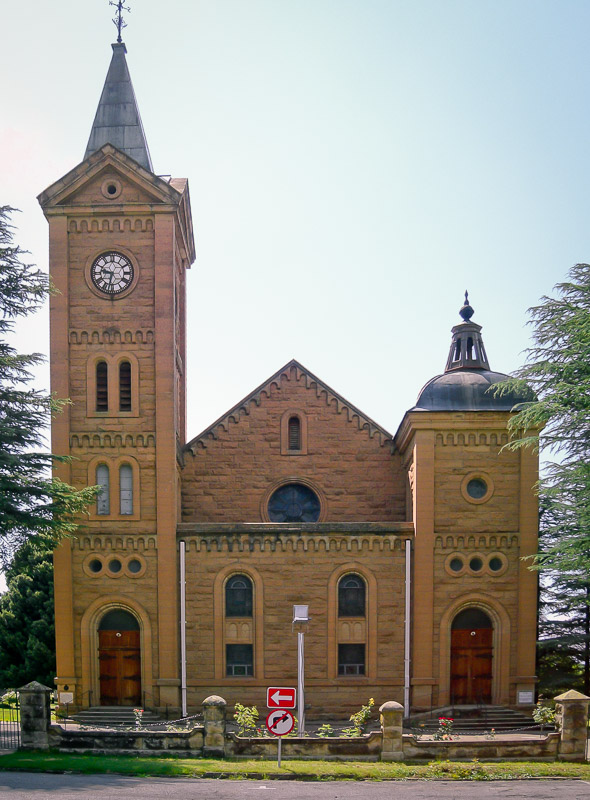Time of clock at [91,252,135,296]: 9:32
